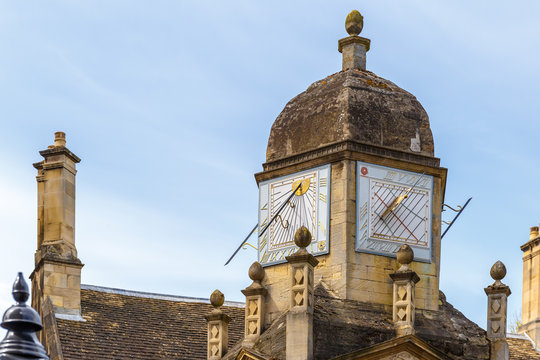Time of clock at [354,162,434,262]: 7:37
